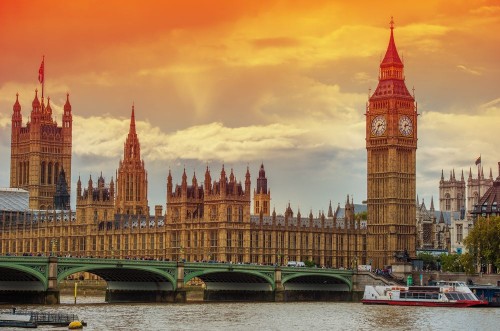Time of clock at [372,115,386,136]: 2:33
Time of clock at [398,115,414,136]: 2:33
